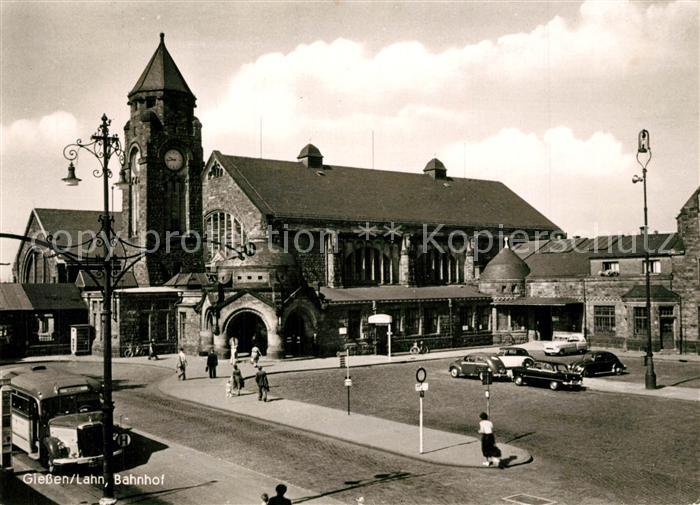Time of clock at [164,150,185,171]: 9:43
